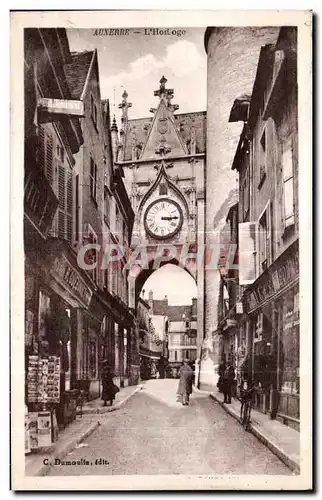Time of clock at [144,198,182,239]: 3:14
